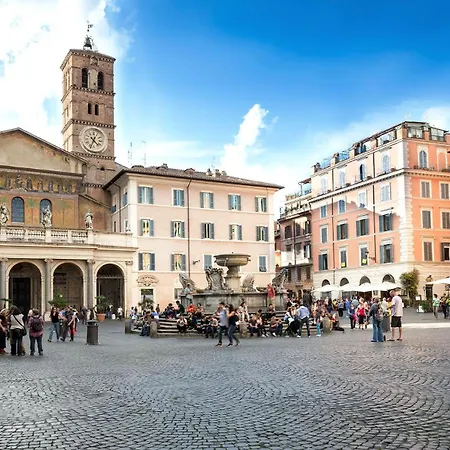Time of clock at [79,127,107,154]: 4:33
